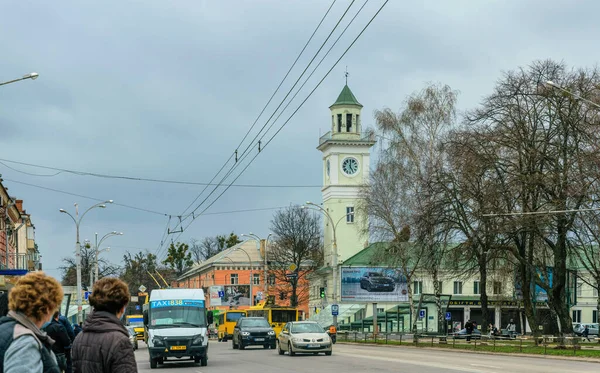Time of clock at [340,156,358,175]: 5:00
